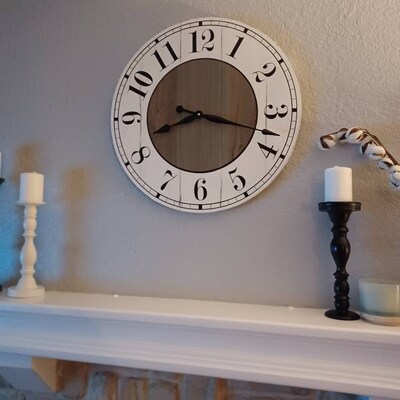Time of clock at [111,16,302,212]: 8:17
